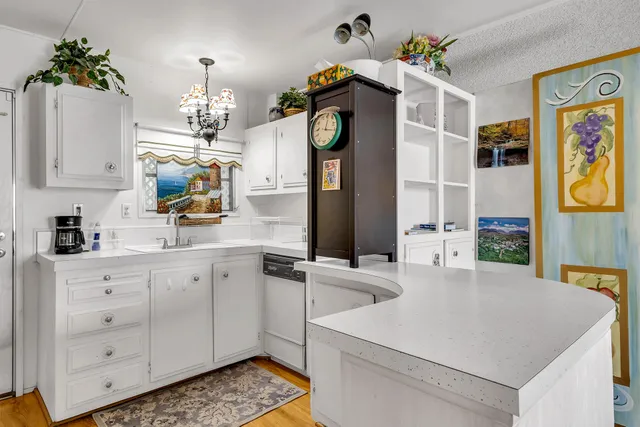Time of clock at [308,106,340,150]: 12:16
